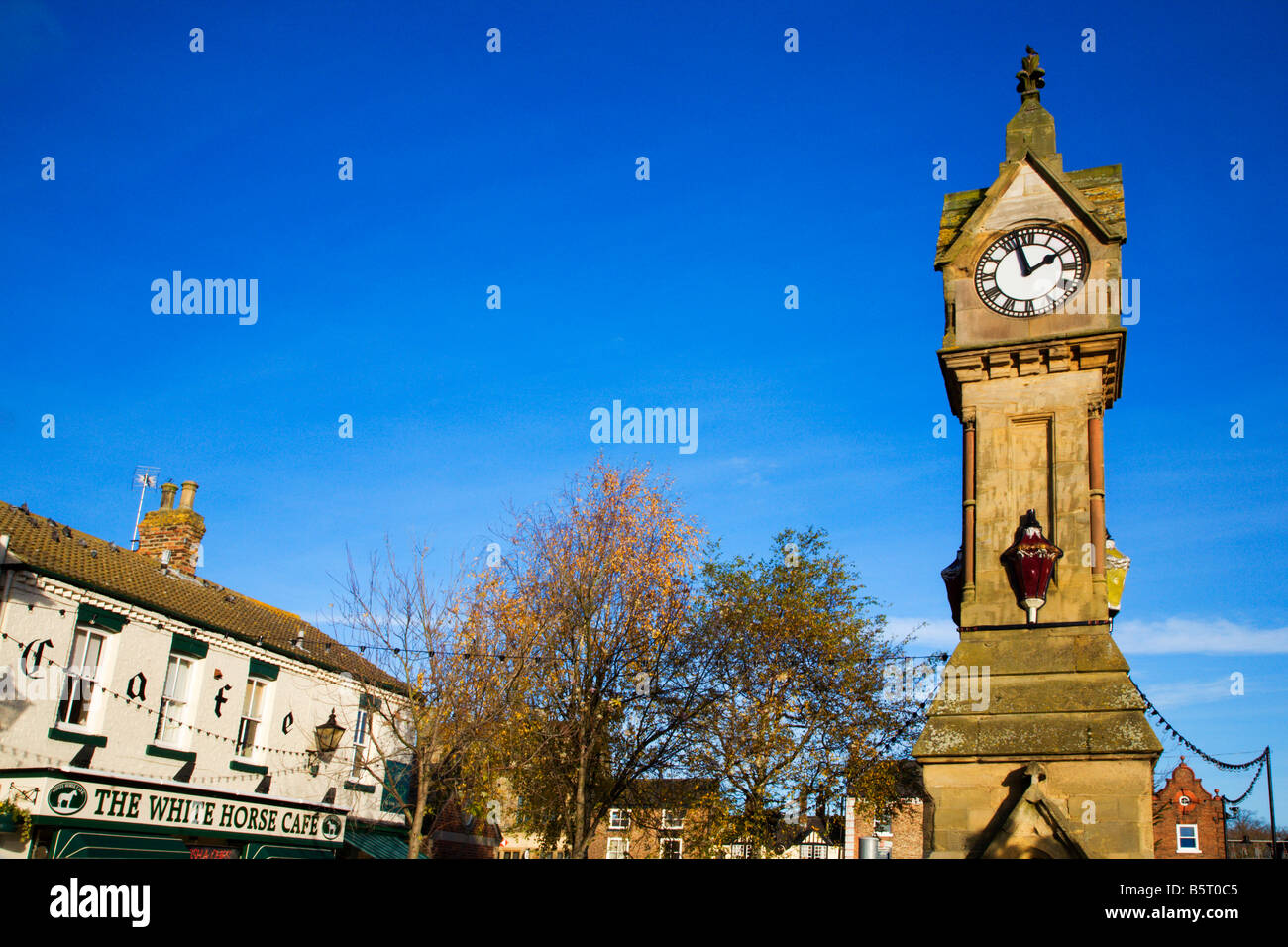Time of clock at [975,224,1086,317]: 1:57
